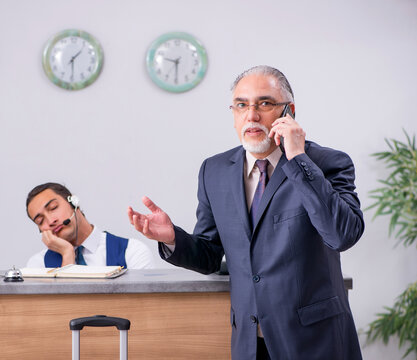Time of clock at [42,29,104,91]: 1:29
